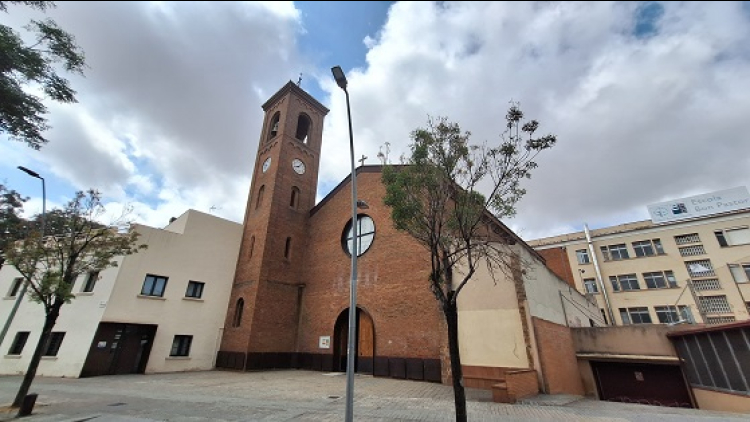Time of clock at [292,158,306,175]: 8:07
